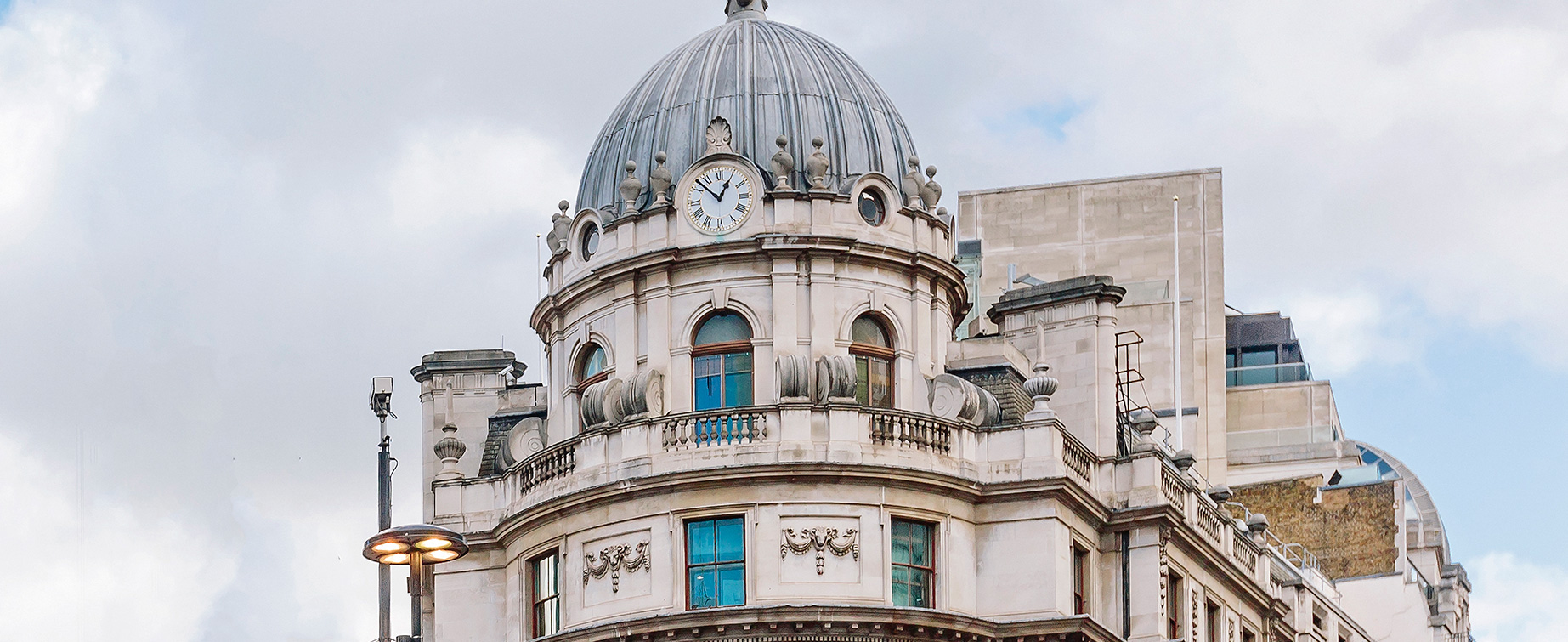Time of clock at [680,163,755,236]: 12:52
